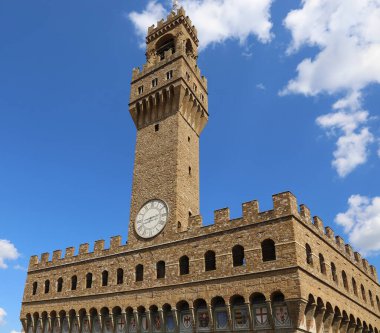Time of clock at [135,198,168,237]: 8:12
